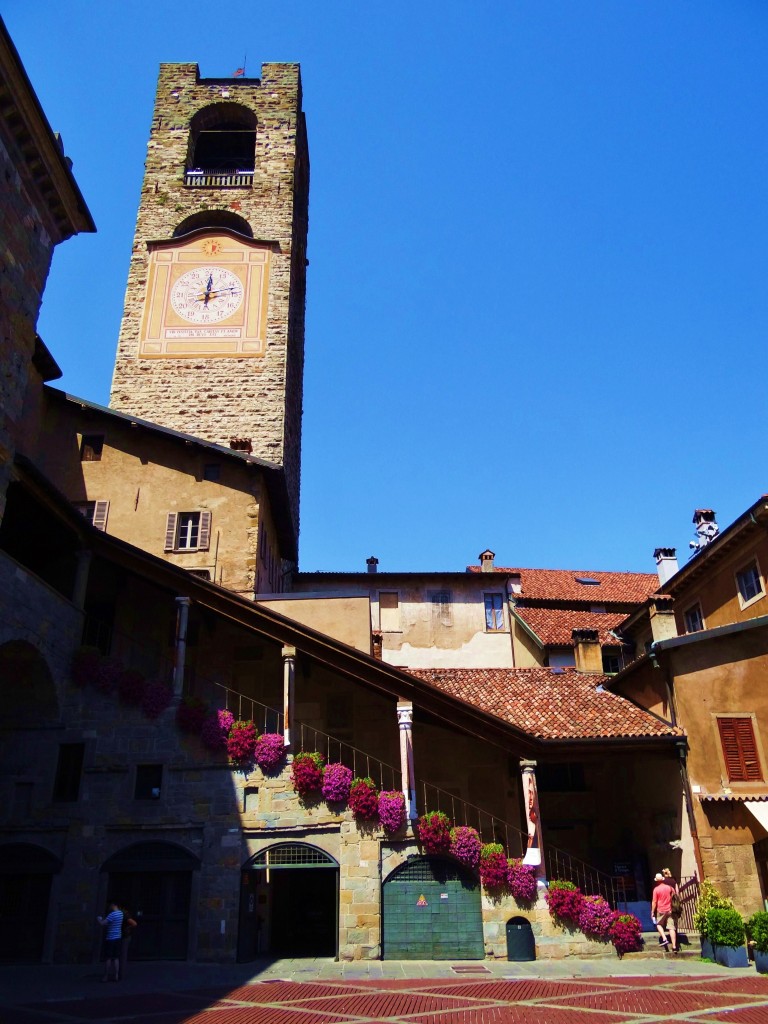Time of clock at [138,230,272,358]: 12:12
